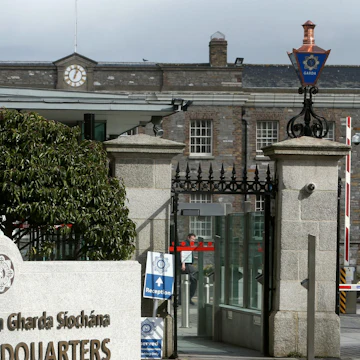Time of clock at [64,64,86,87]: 1:02
